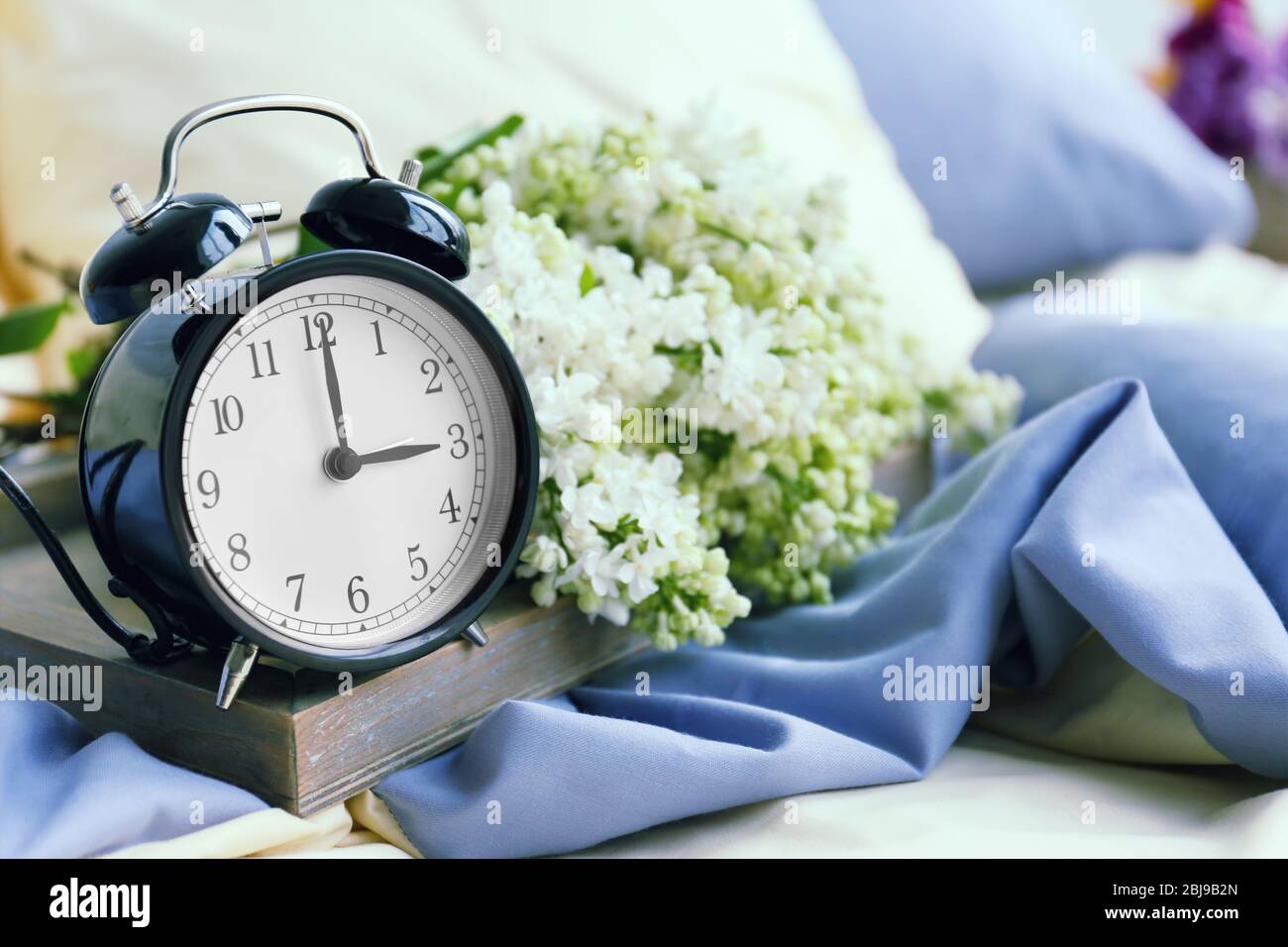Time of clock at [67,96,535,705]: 3:00
